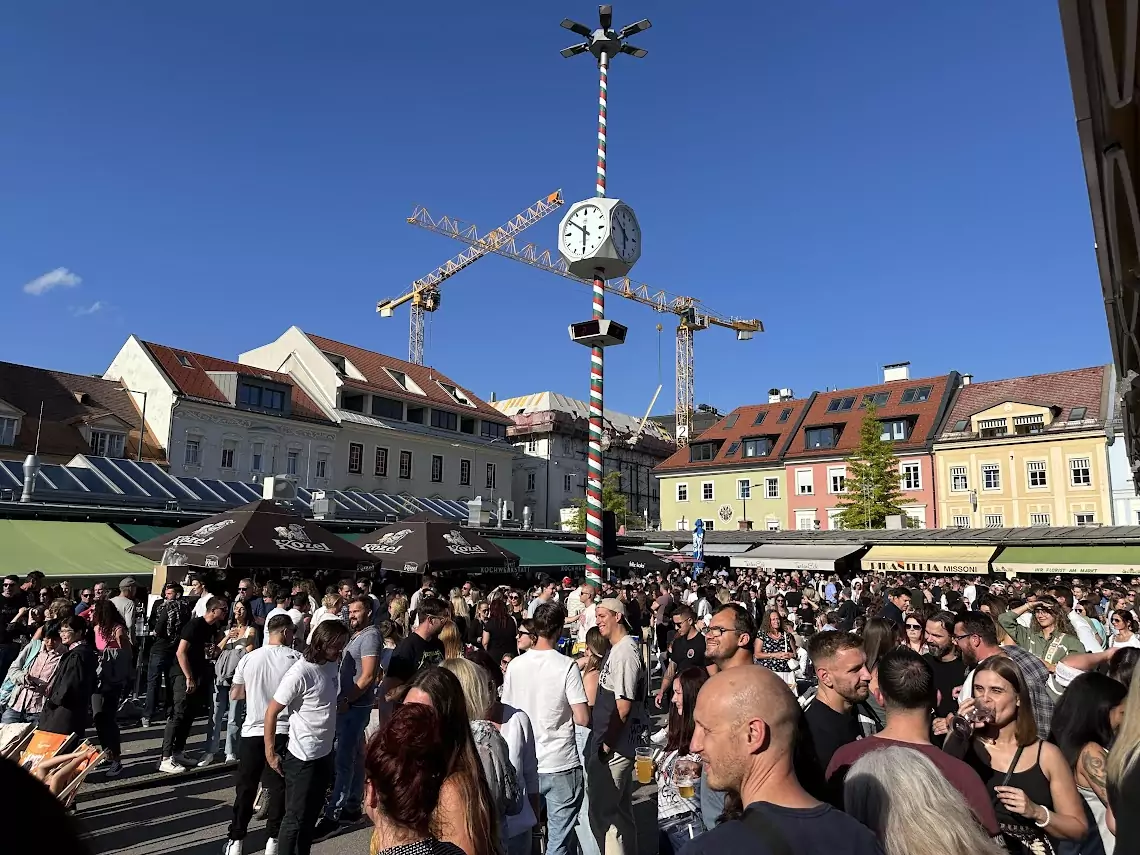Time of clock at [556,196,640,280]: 5:51
